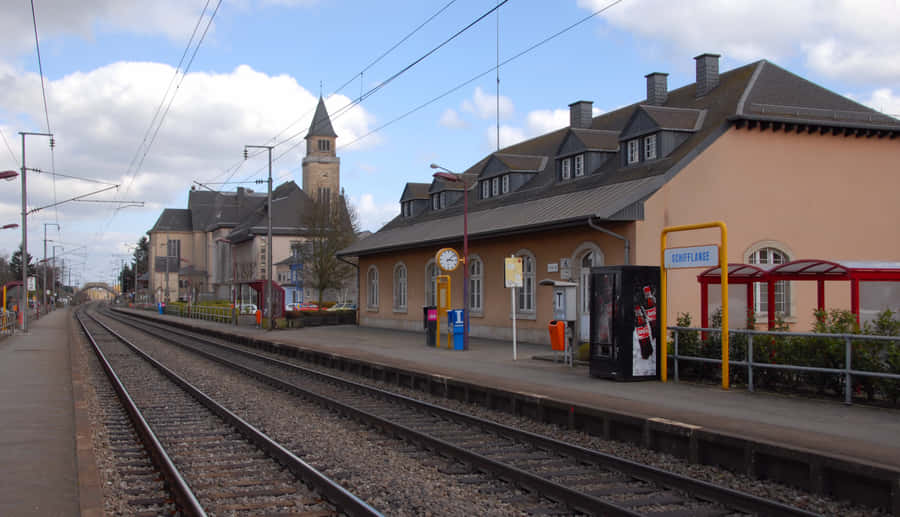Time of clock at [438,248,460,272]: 3:08
